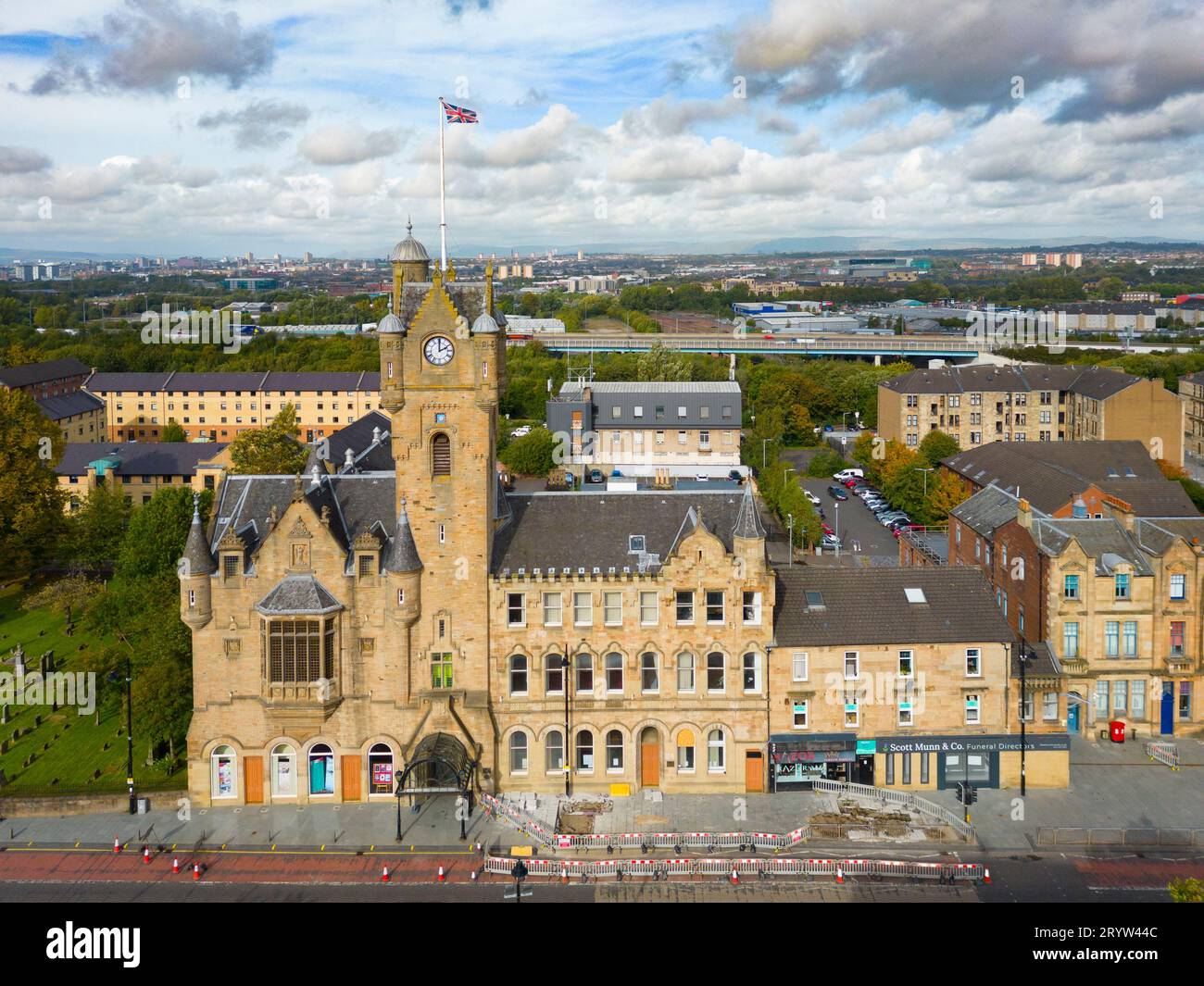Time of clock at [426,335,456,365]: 2:00
